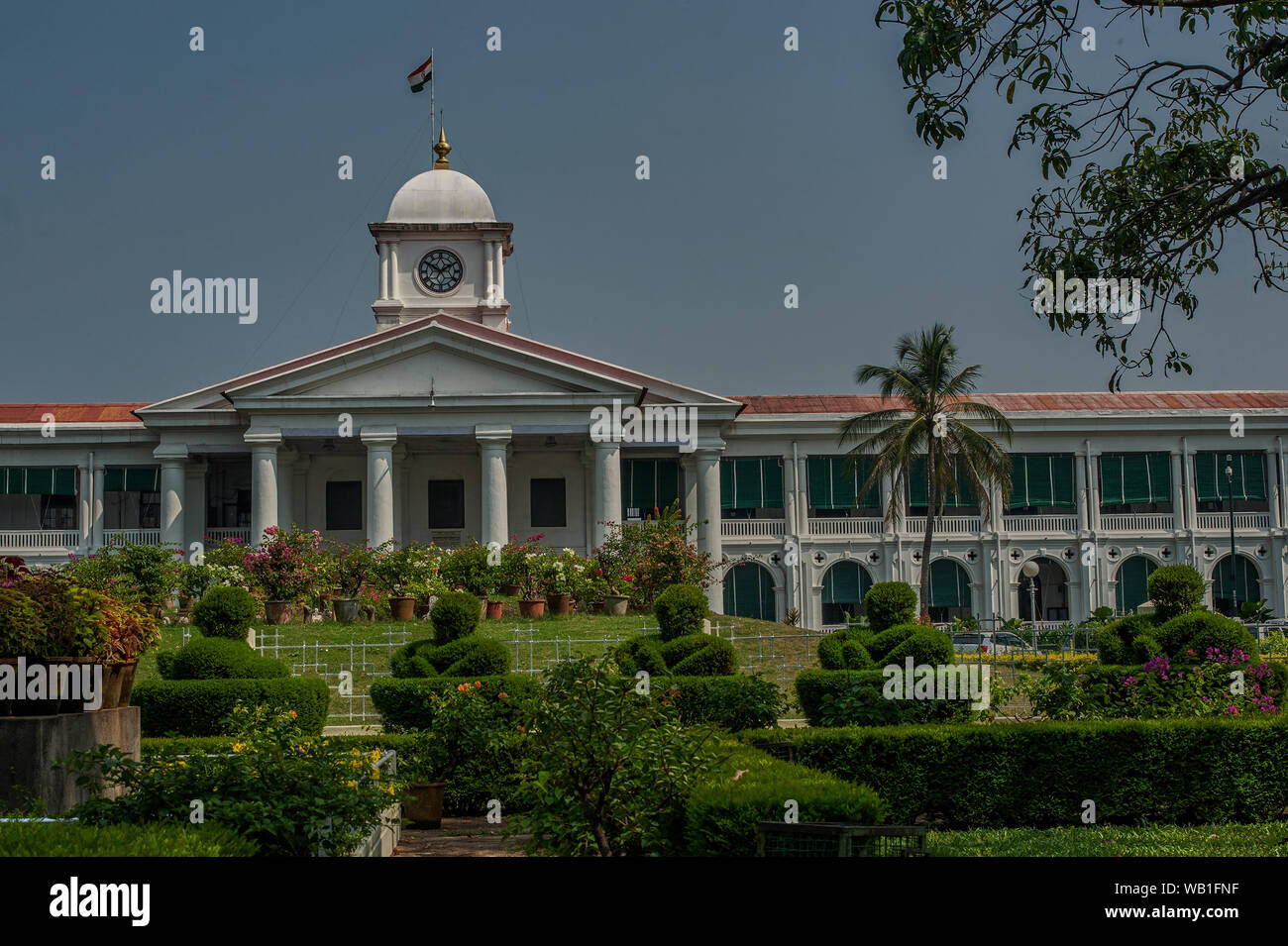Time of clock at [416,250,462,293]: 1:50
